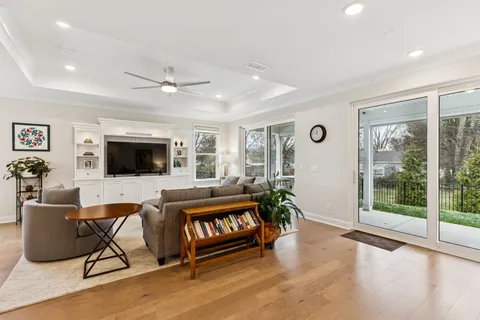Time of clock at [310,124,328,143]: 11:46
